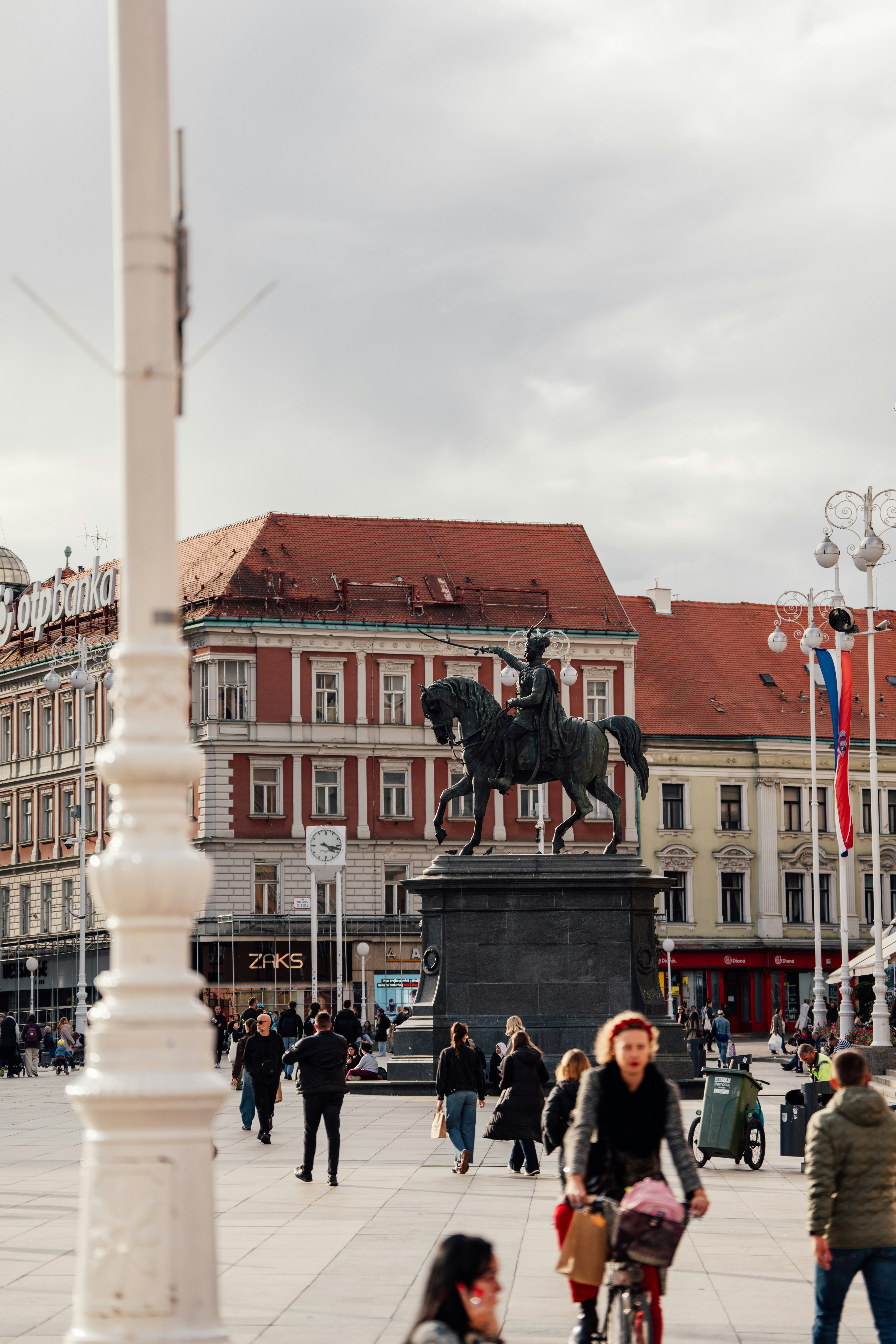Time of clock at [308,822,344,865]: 4:17
